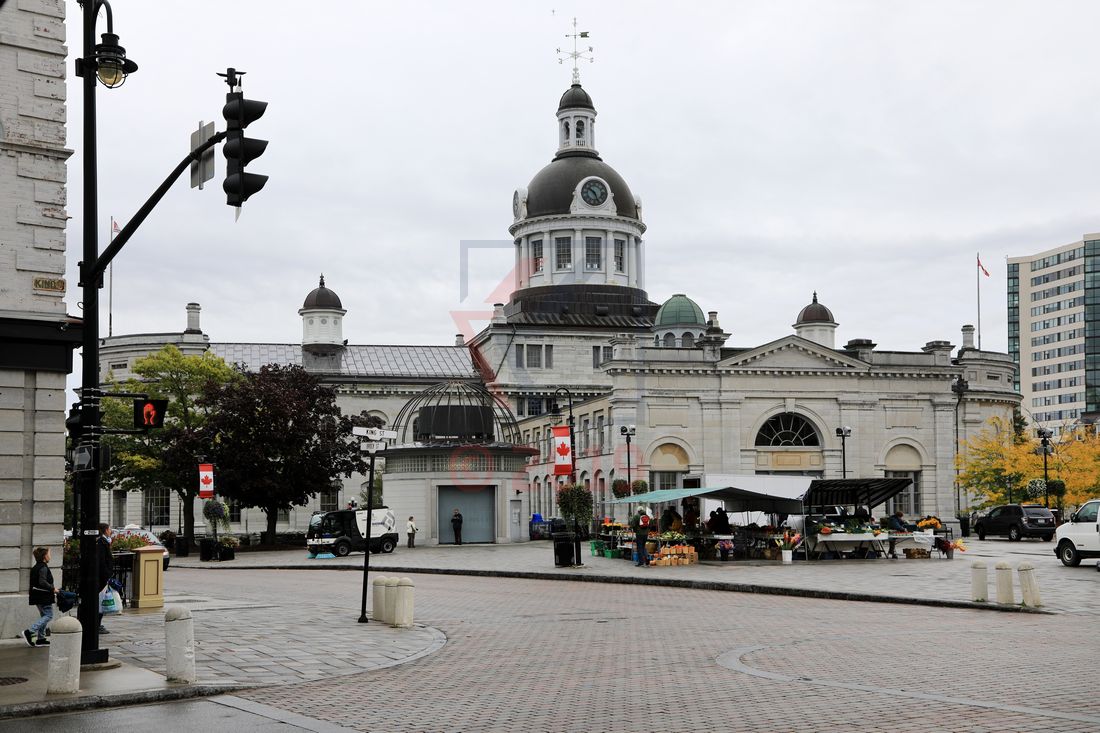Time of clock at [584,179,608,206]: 10:26
